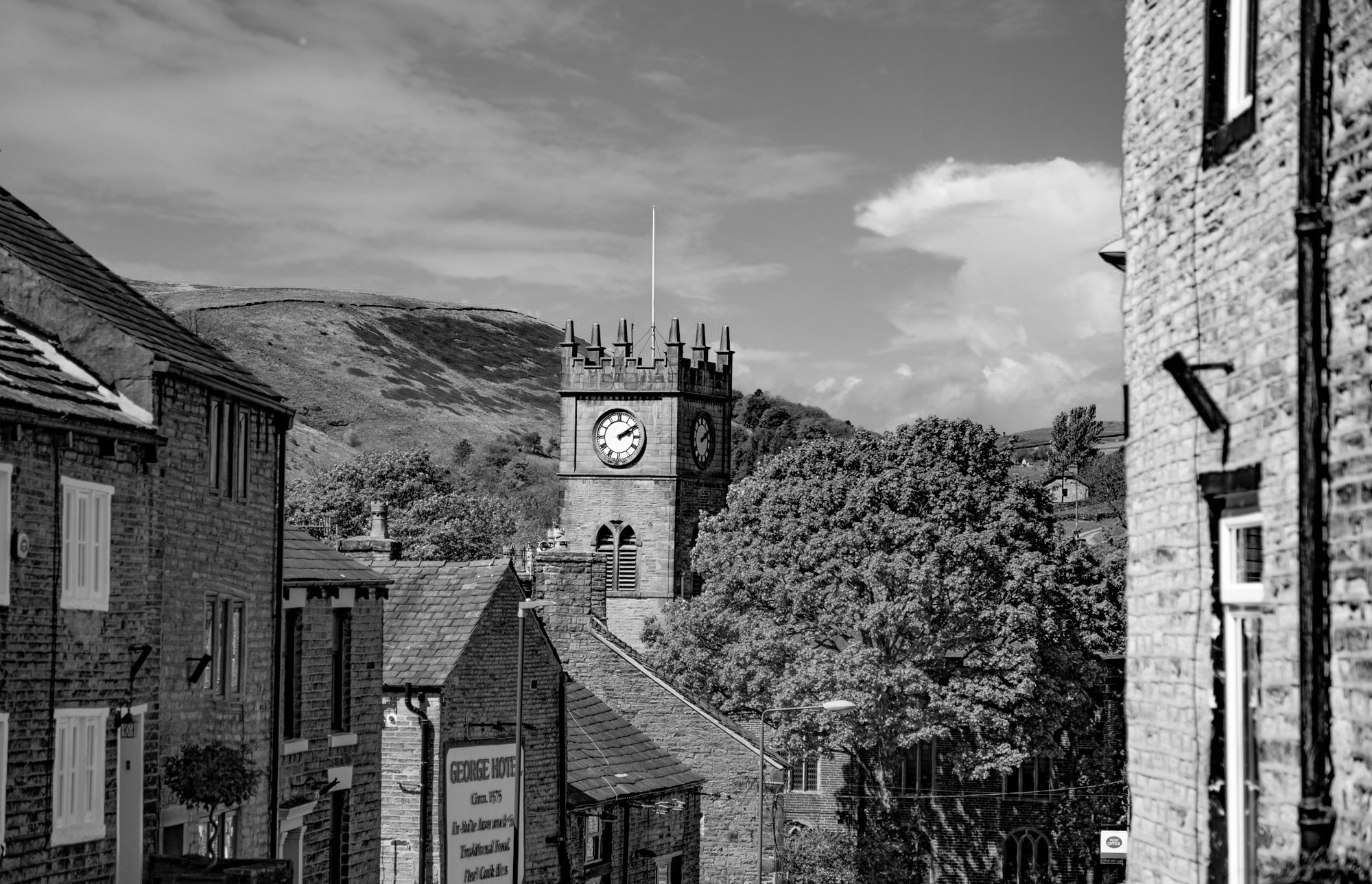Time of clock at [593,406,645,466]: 2:09
